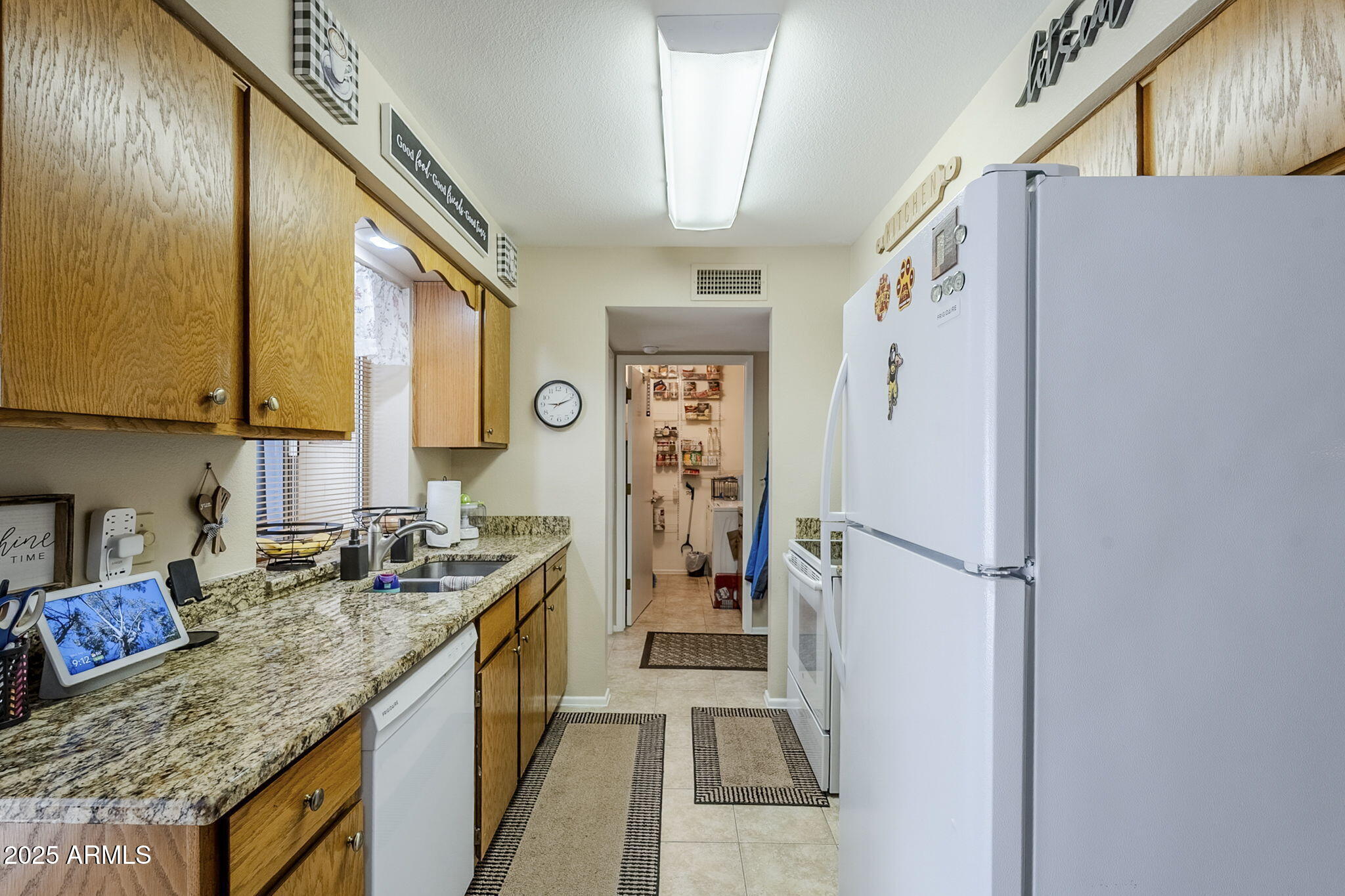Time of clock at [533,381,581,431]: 9:11
